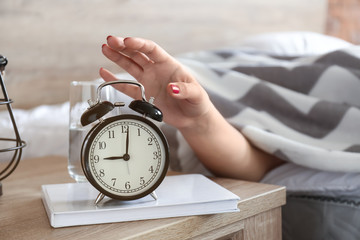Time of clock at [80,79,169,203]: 9:01
